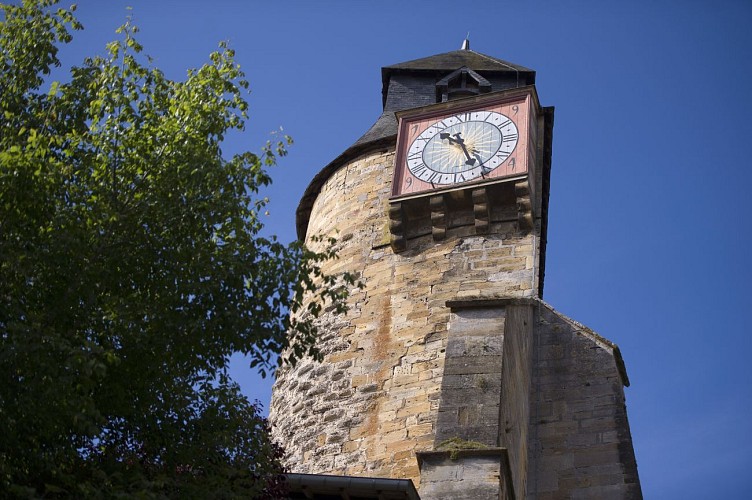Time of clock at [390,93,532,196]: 10:26
